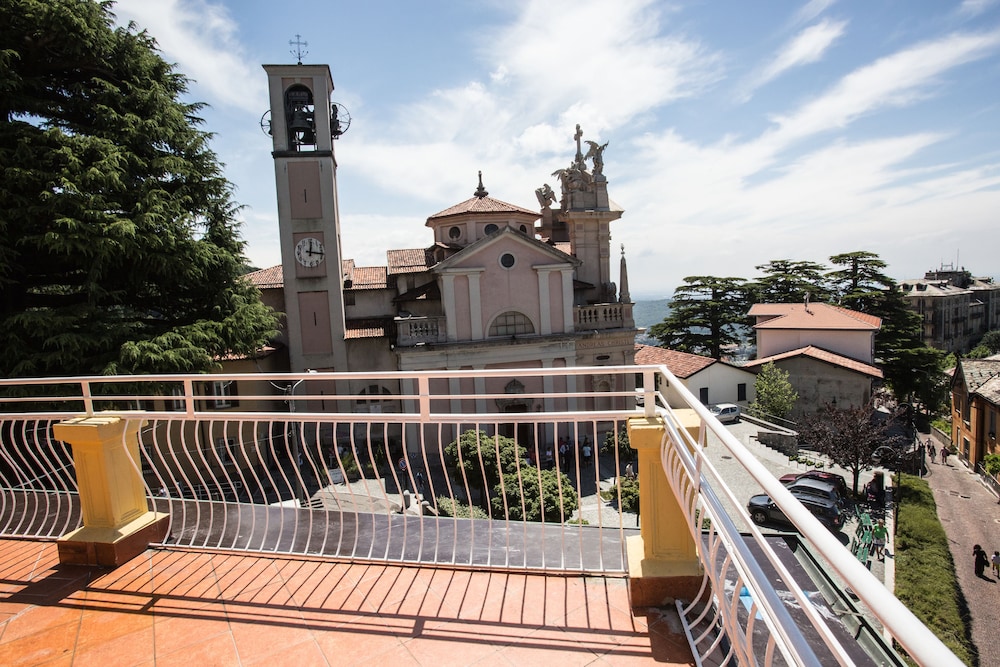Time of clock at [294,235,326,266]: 12:16
